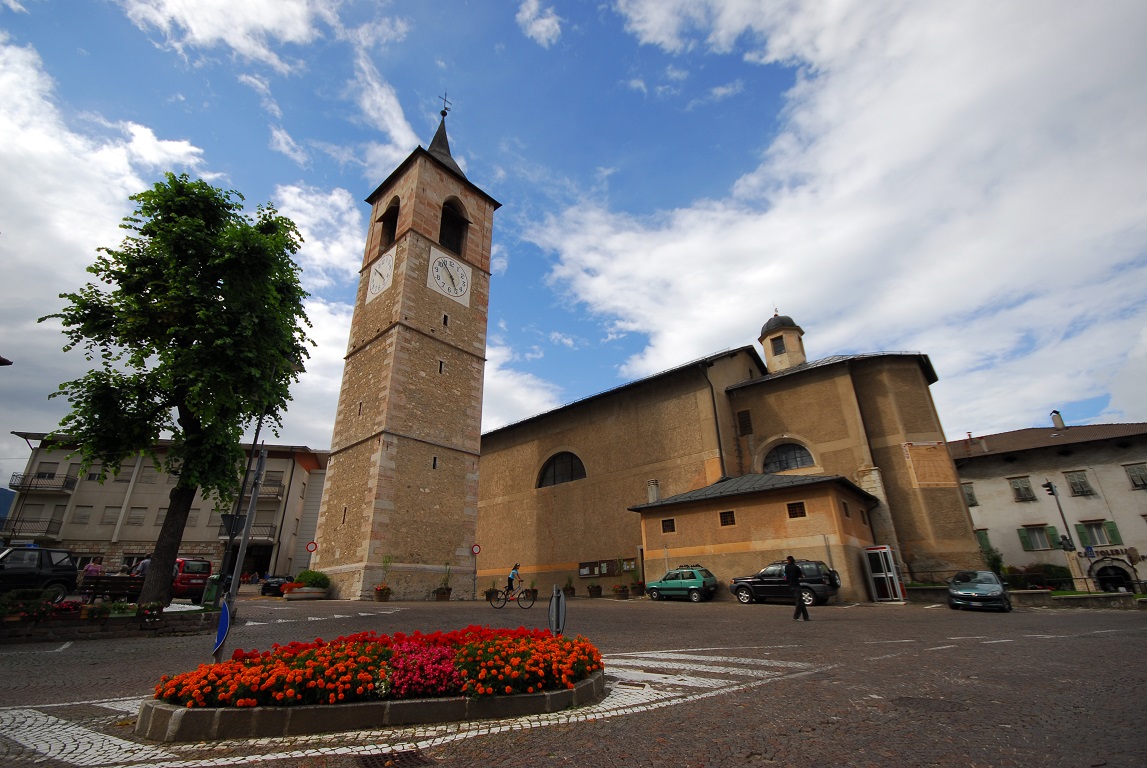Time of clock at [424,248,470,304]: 4:52
